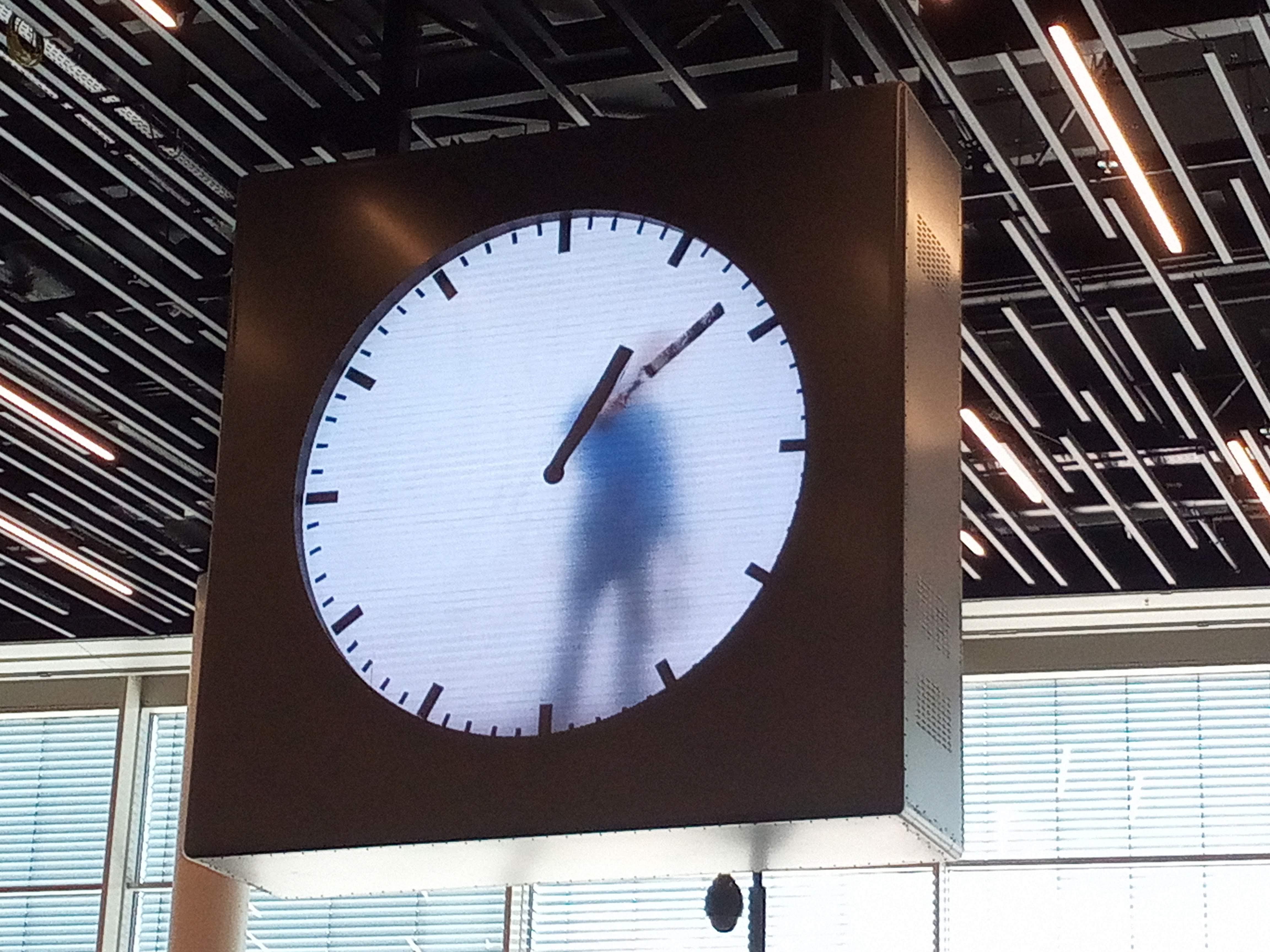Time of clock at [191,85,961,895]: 1:08
